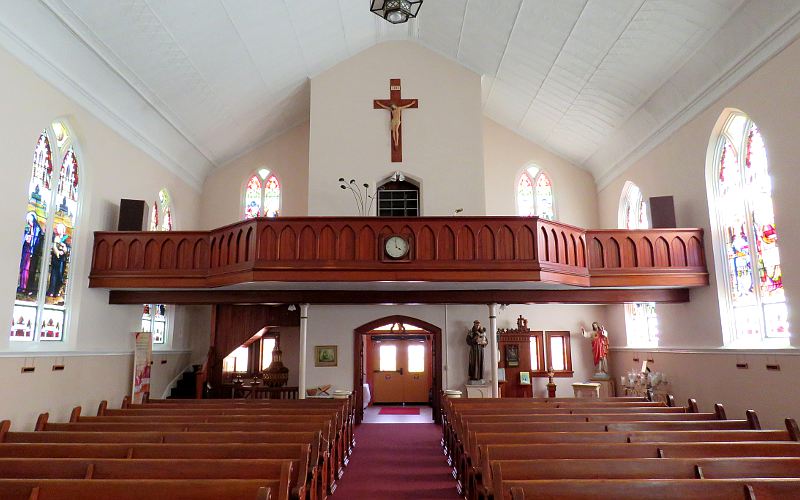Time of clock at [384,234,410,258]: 3:58
